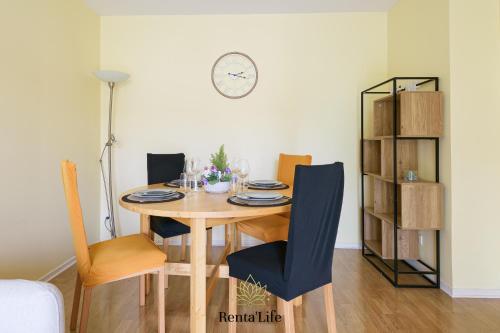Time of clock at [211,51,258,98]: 2:17
